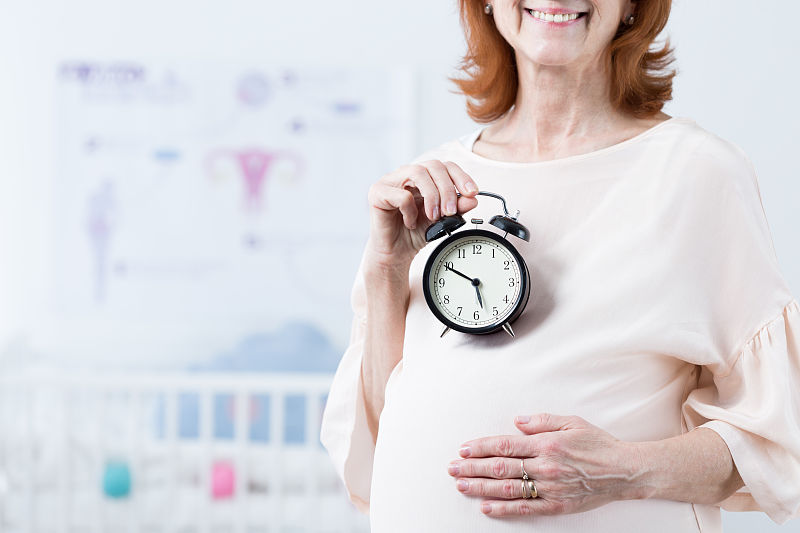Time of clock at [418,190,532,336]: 5:49
